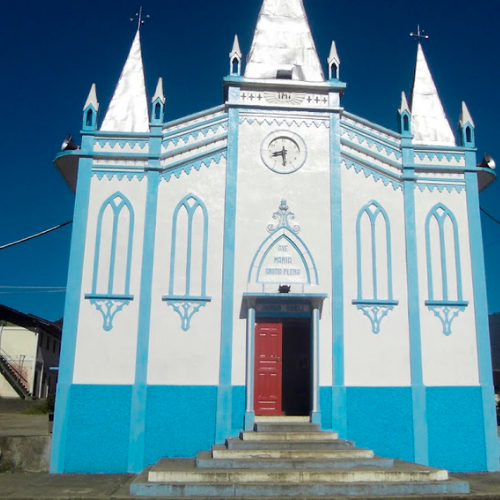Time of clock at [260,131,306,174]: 8:29
